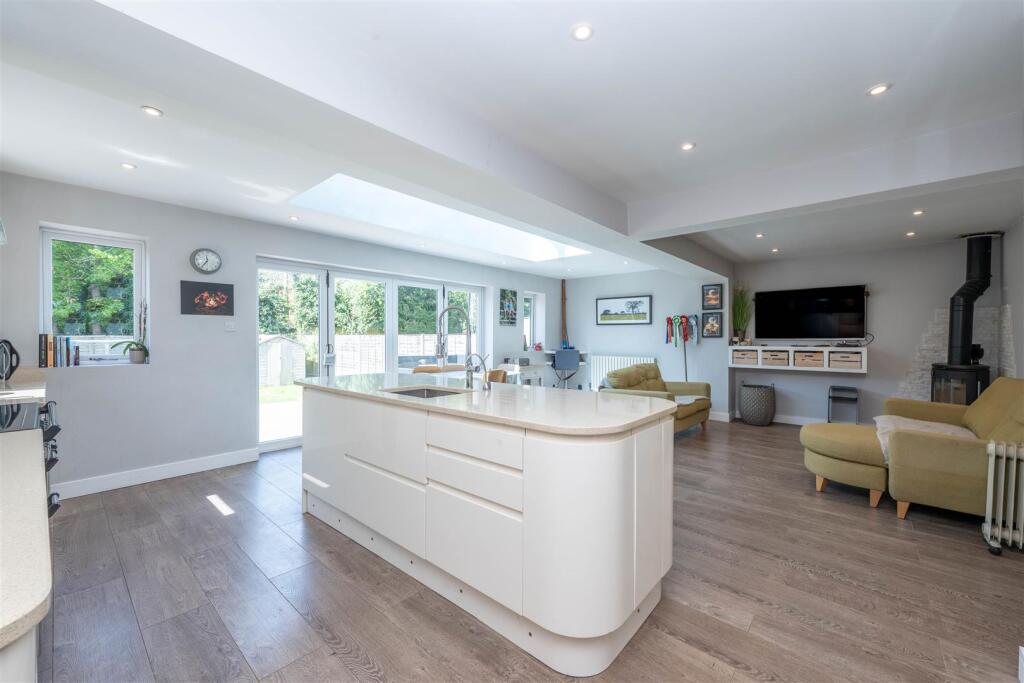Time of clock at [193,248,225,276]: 11:35
